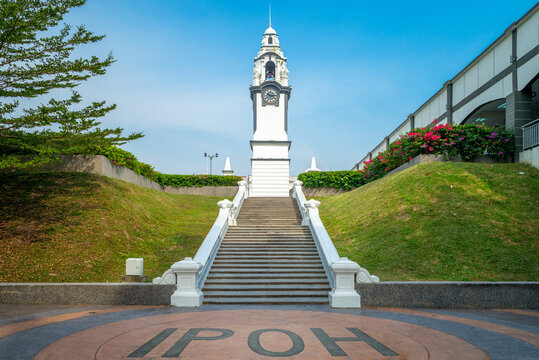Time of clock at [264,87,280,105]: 10:14
